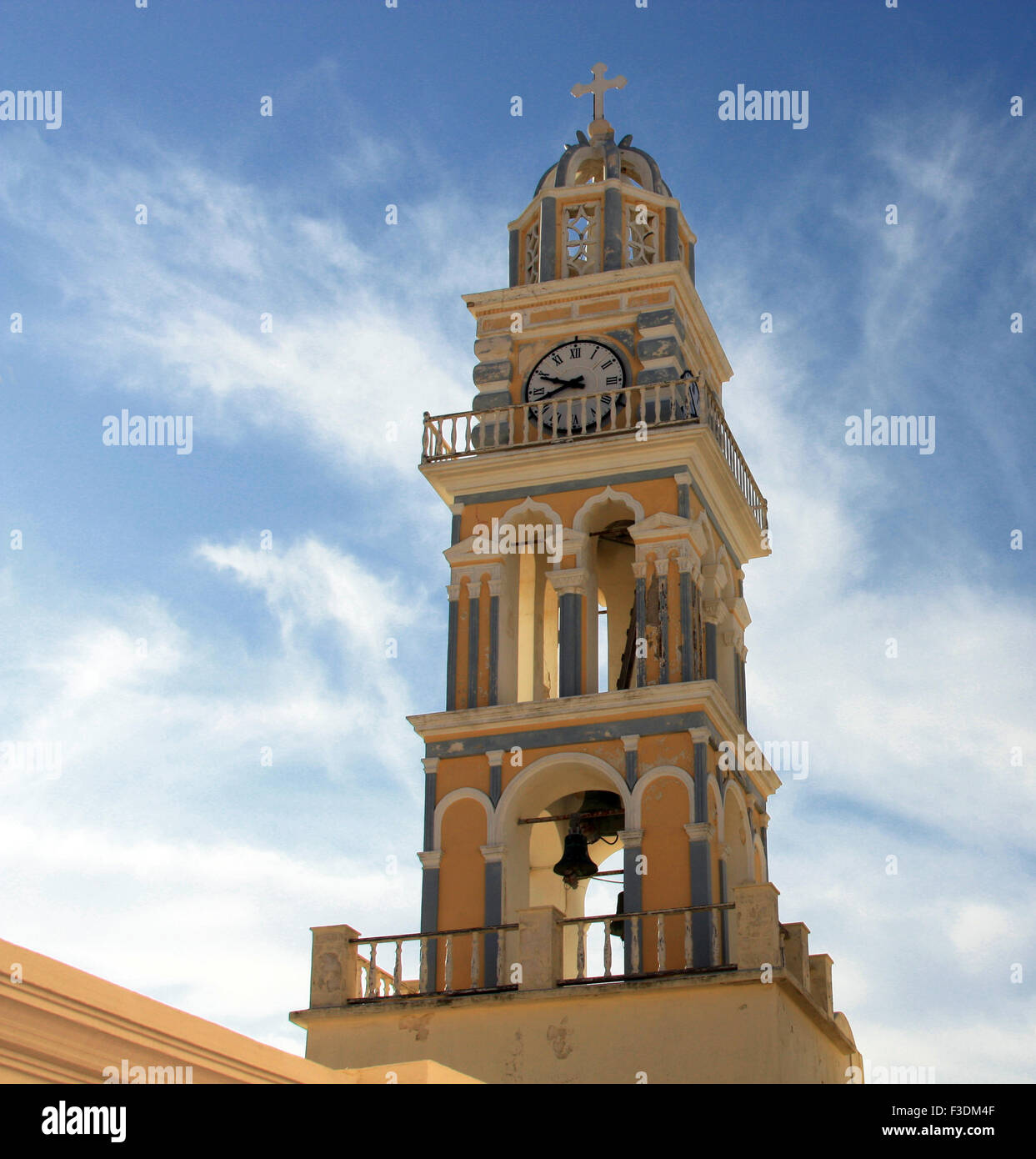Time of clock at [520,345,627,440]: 9:42
